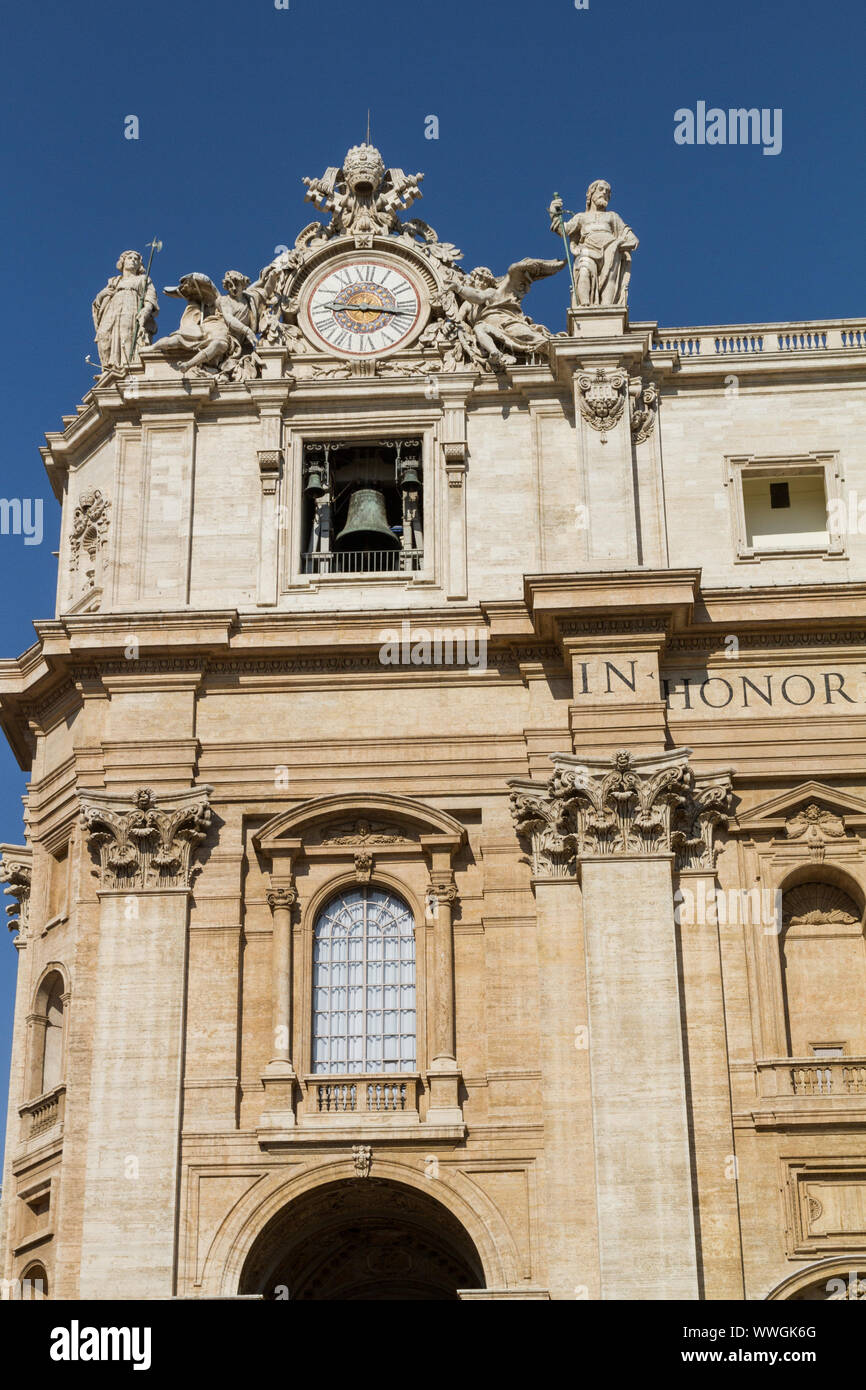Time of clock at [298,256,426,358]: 9:16
